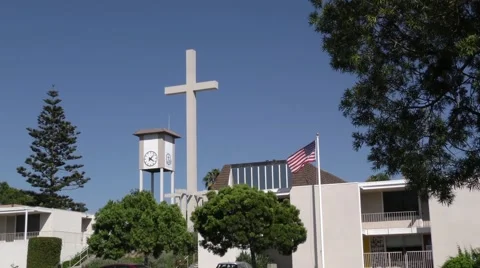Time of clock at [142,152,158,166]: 4:07
